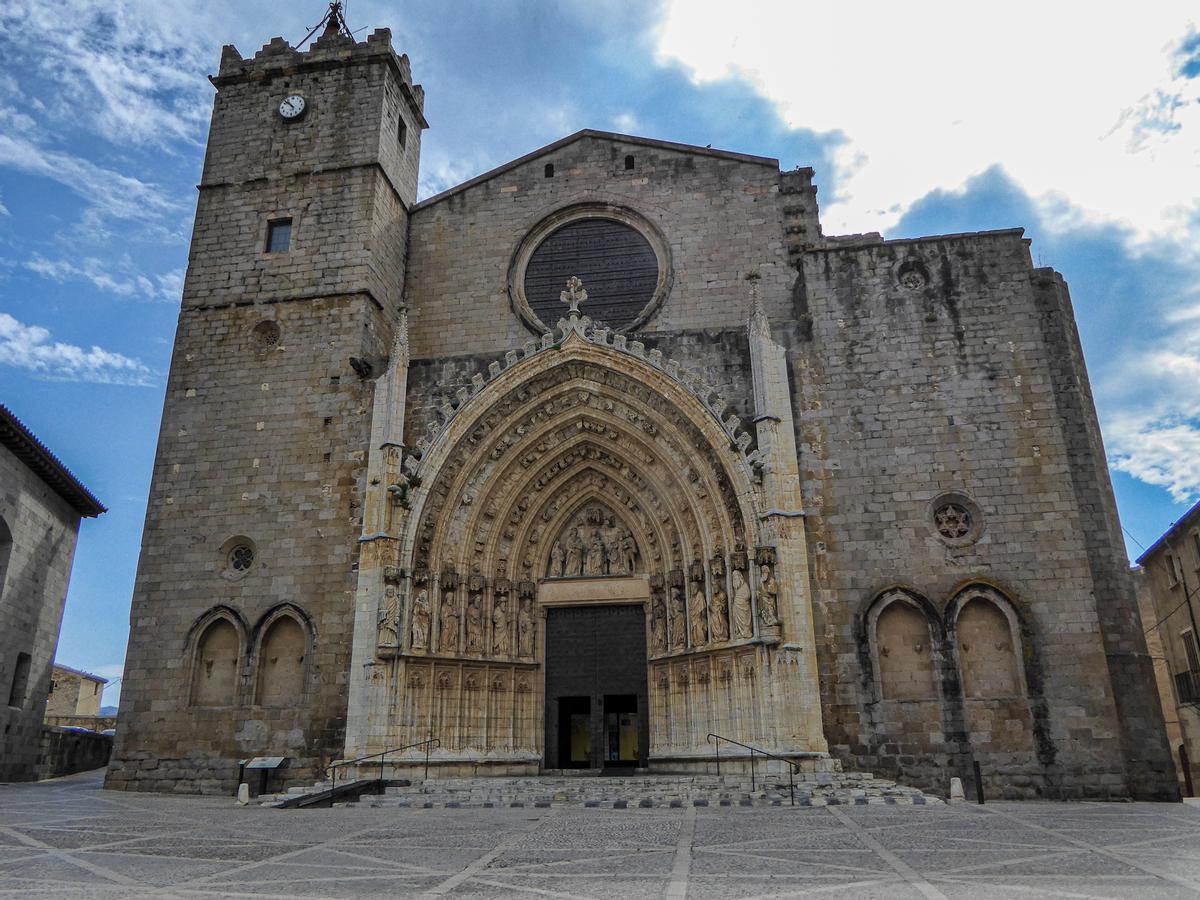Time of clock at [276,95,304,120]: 10:52
